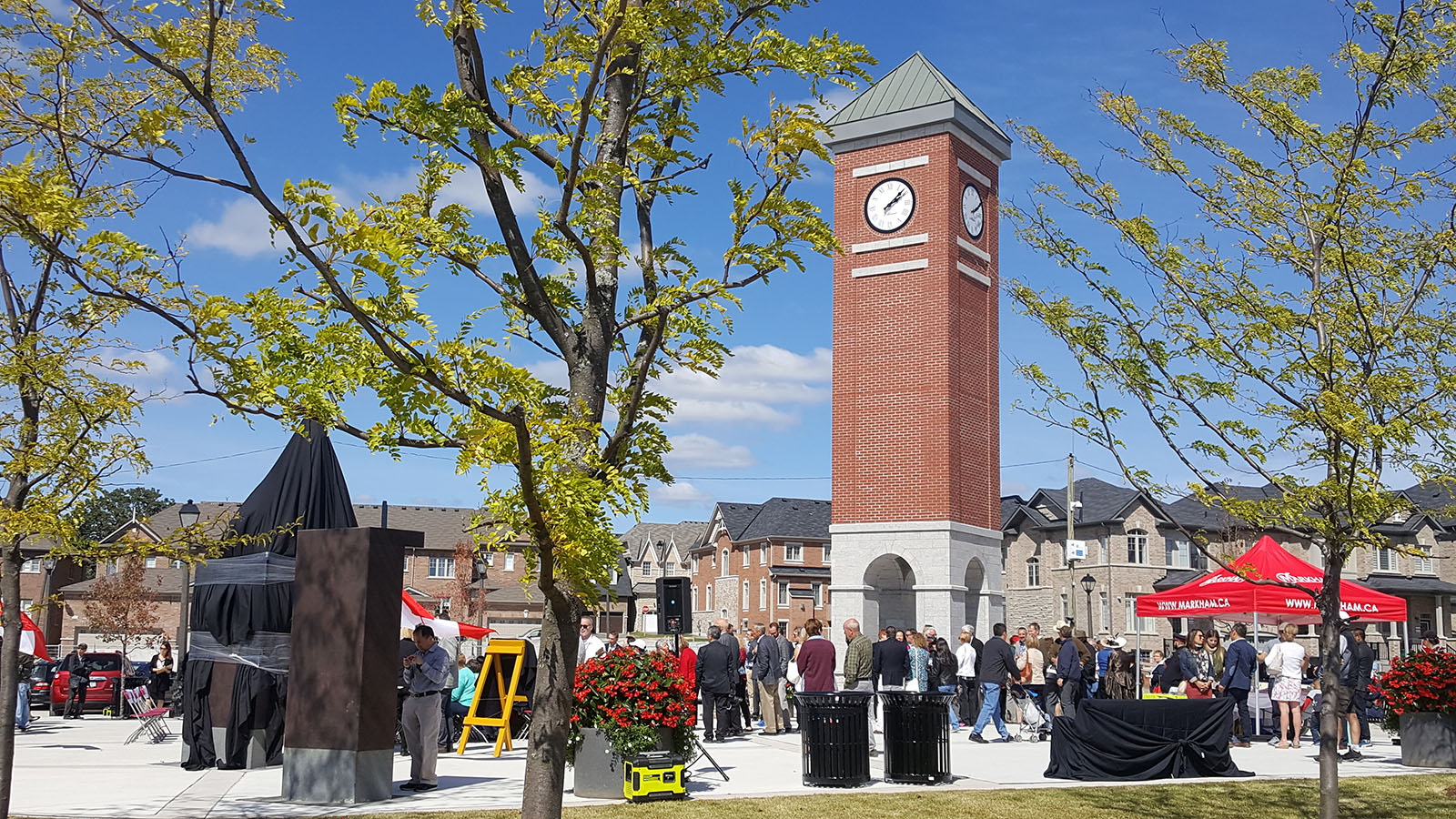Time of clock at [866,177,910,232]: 2:08
